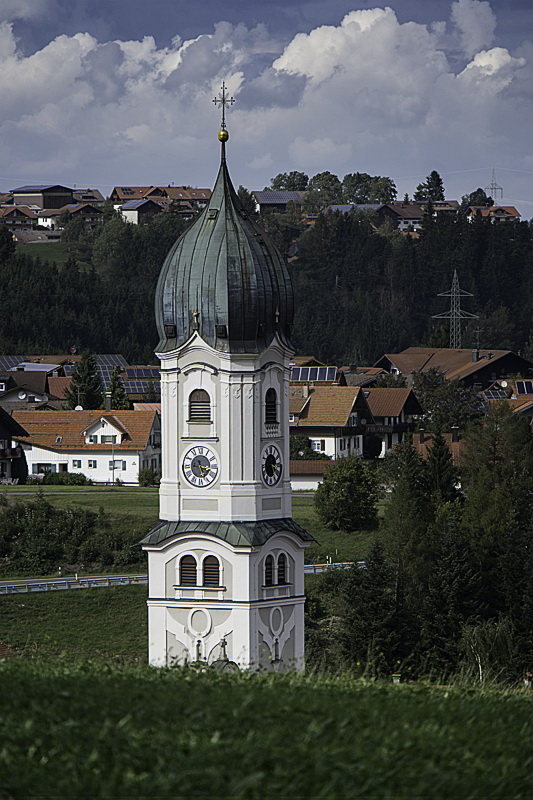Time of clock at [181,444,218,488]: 5:16
